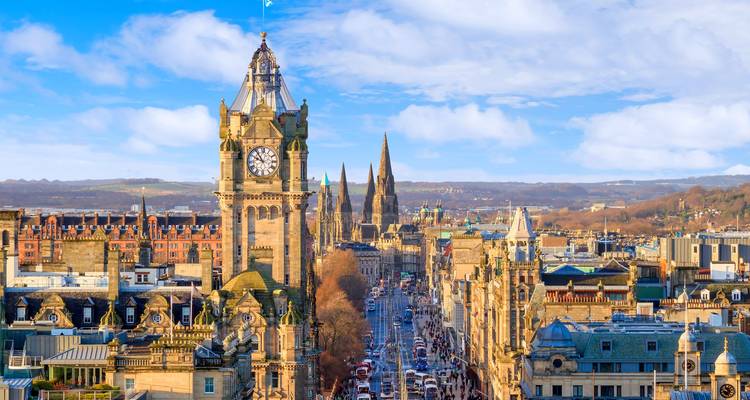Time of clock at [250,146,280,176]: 9:53
